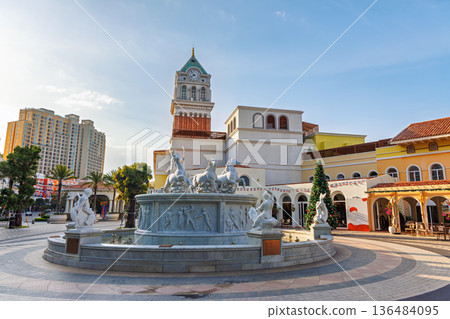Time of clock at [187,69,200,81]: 7:53
